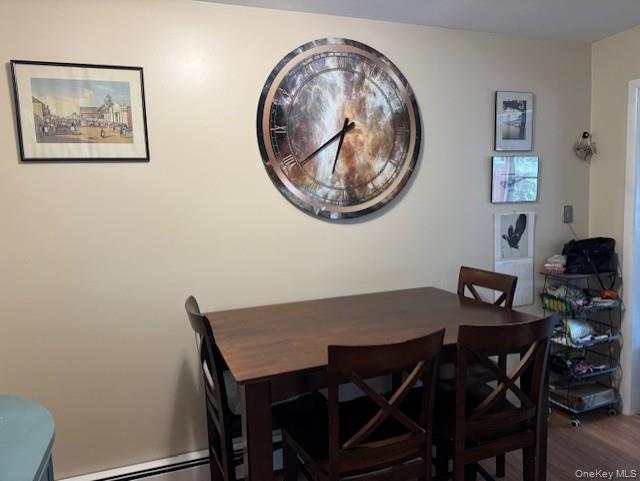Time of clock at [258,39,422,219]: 6:39
